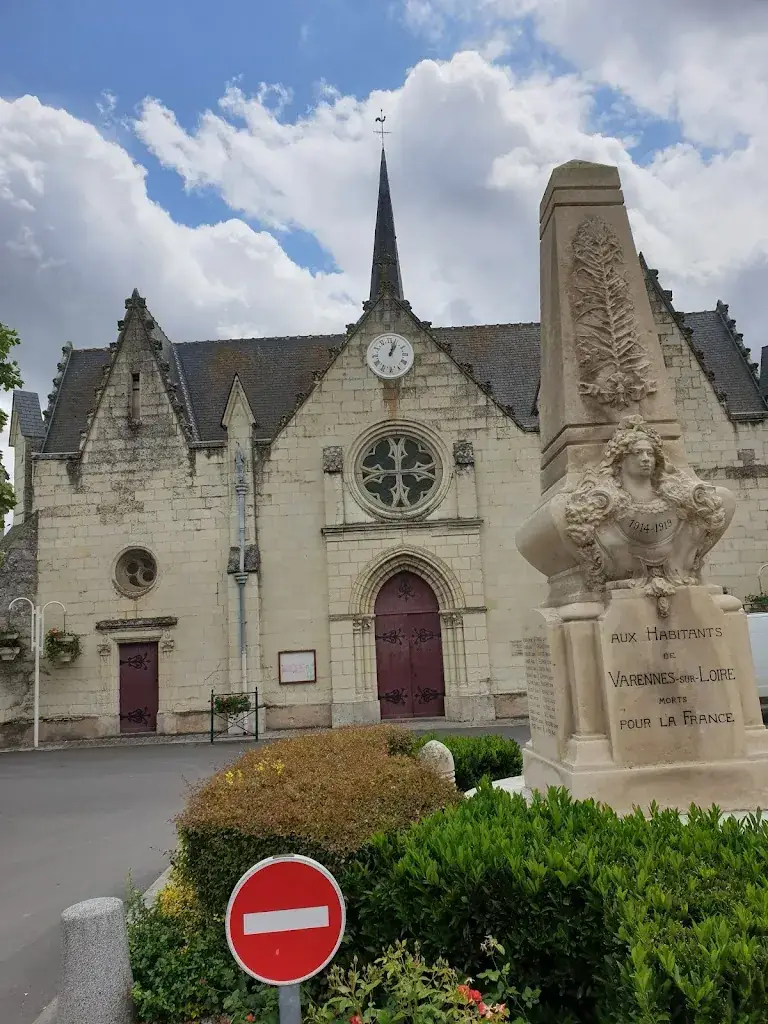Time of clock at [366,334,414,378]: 1:03
